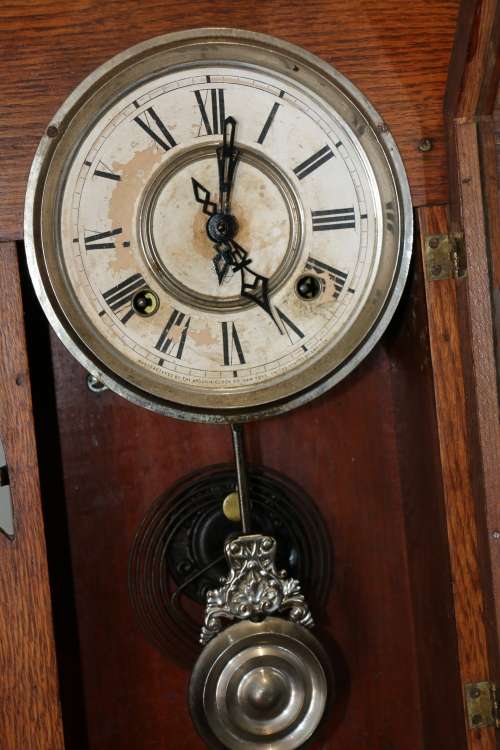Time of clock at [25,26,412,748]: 5:01
